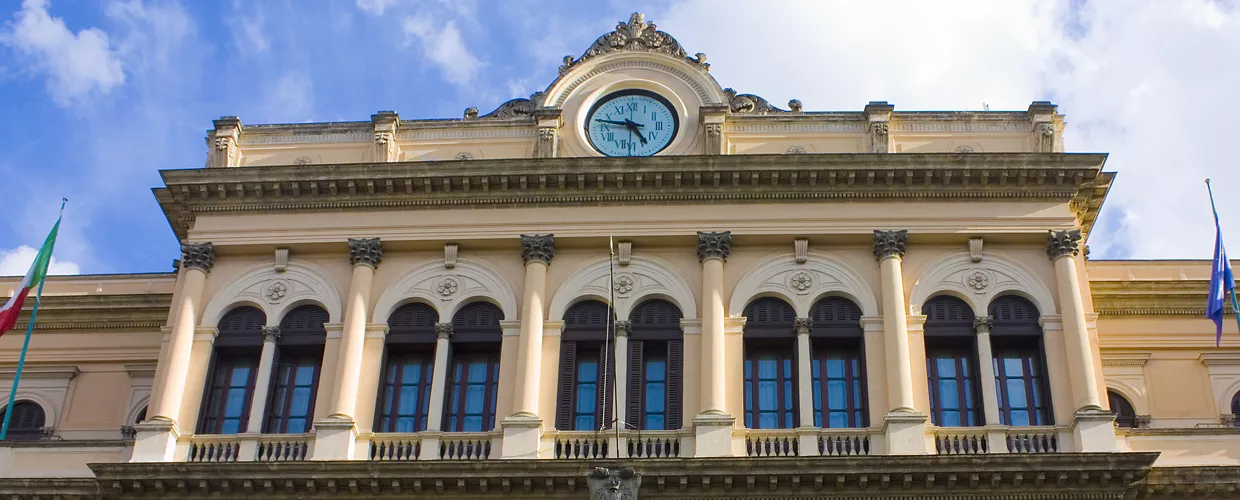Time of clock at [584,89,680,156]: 4:46
